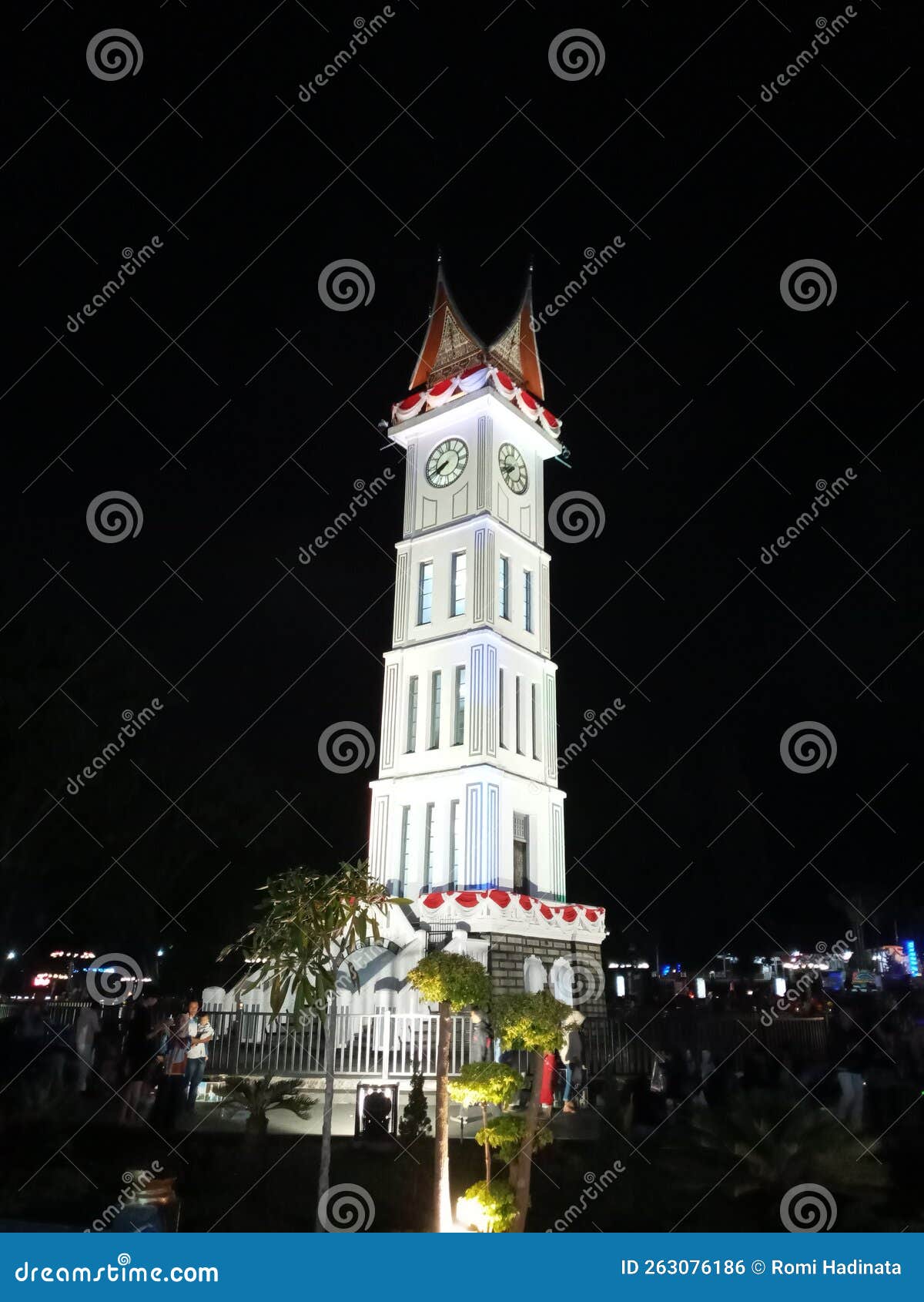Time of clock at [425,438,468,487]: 7:41
